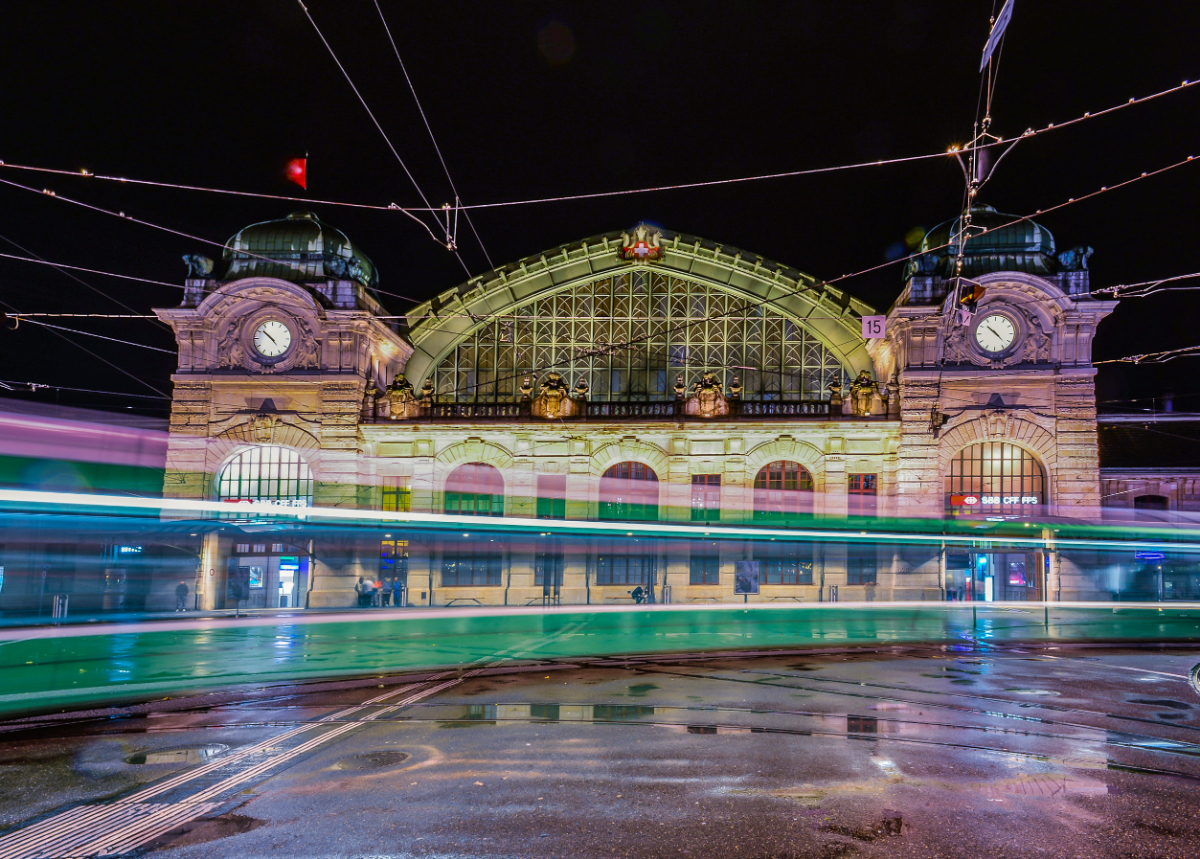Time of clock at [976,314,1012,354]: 10:22
